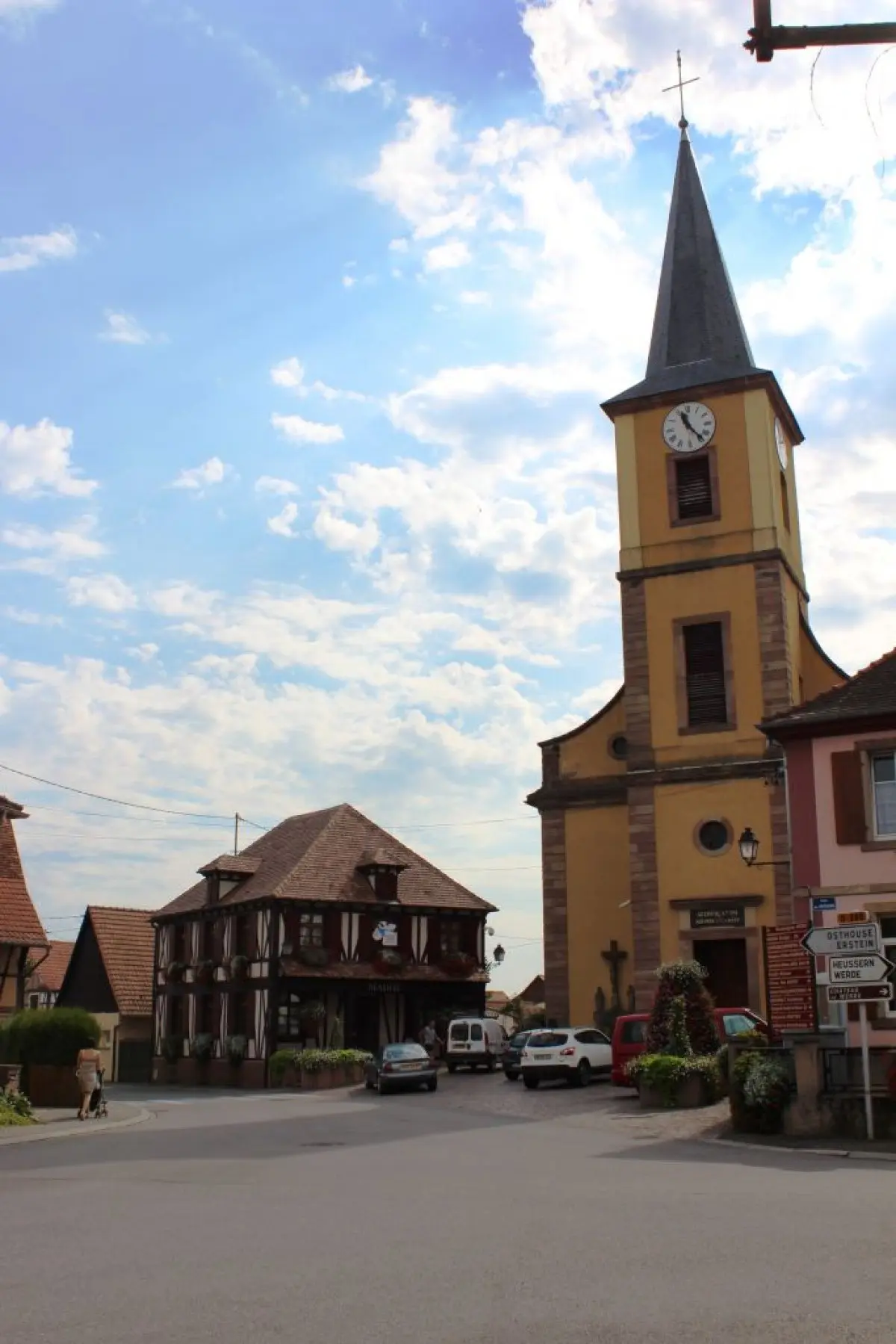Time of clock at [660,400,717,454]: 11:23
